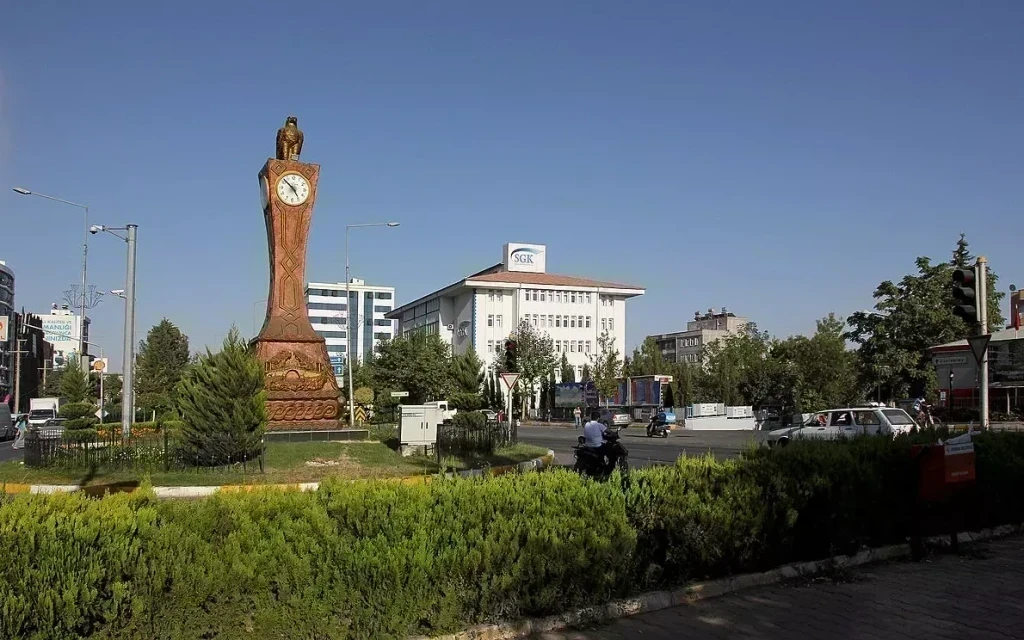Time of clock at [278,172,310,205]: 4:52
